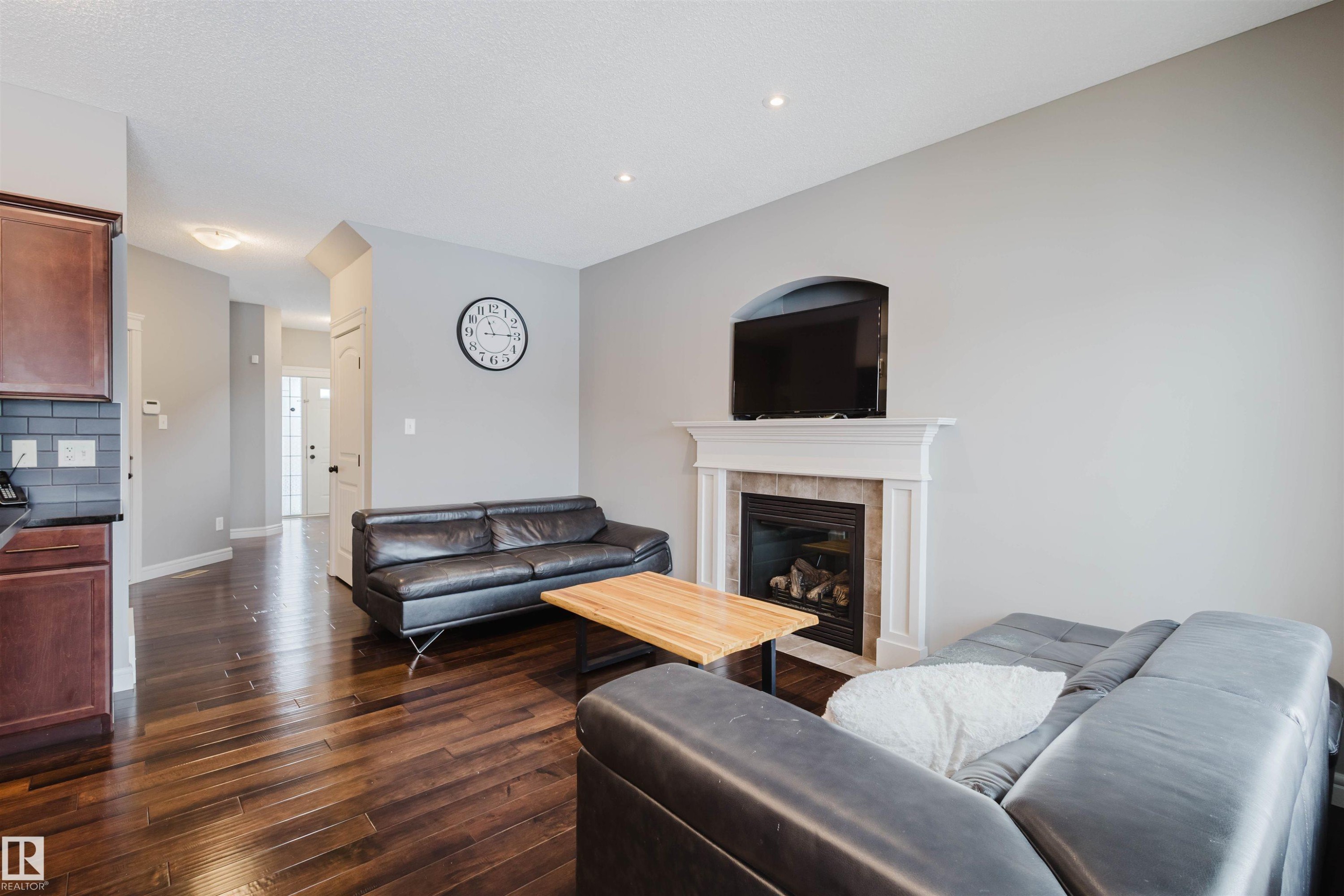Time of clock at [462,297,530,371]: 11:14
